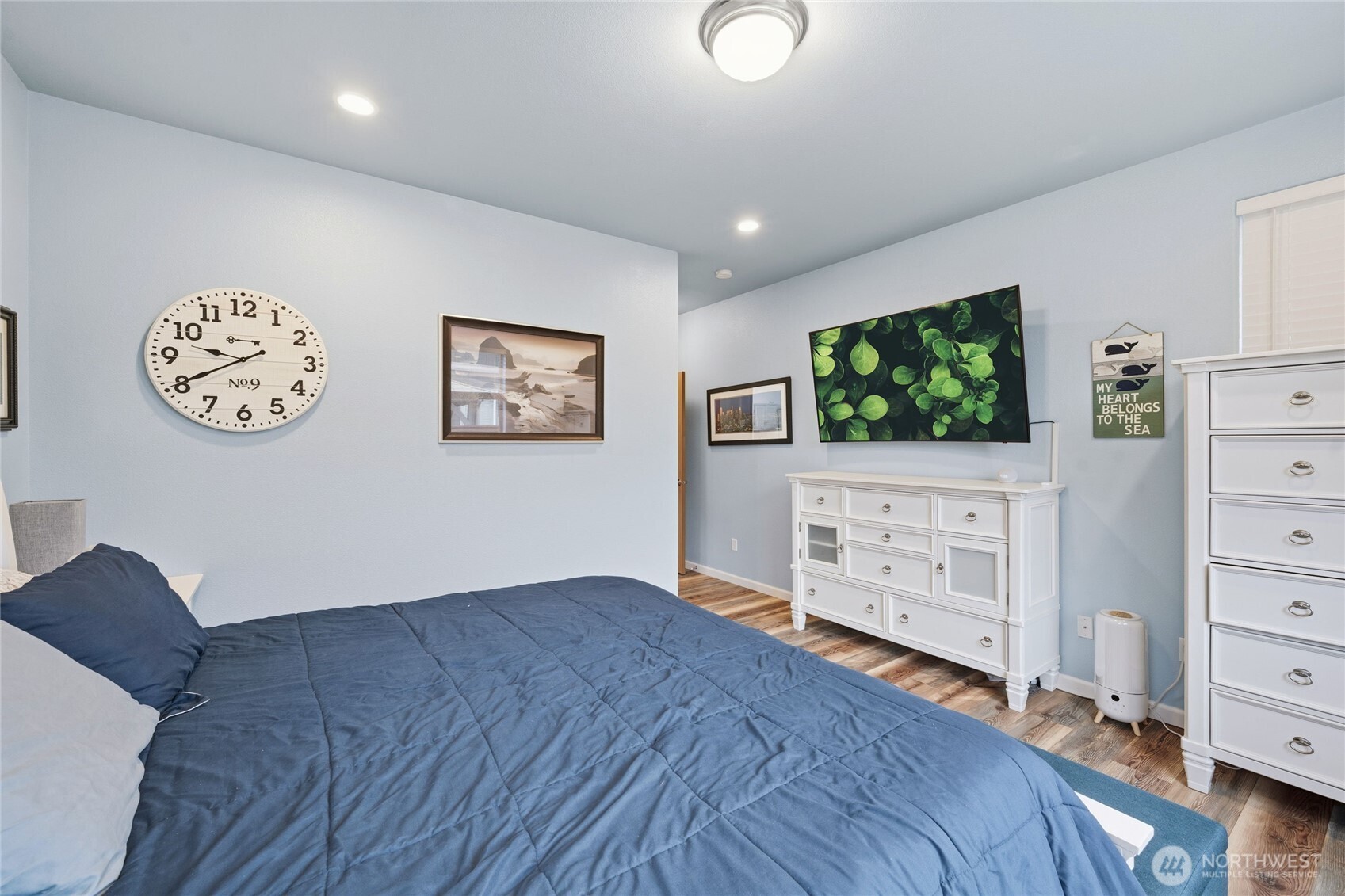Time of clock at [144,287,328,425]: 9:40
